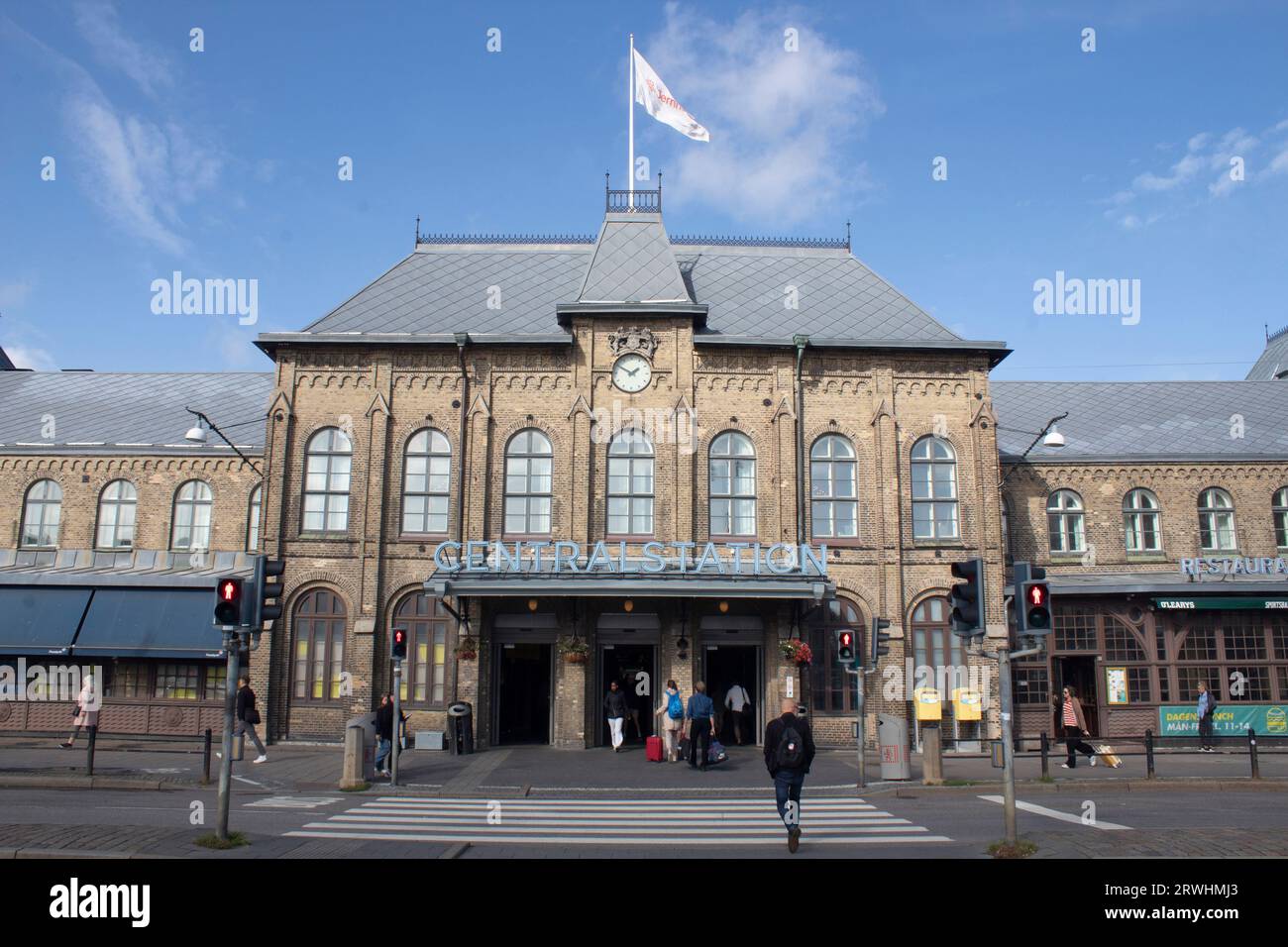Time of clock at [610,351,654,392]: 1:50
